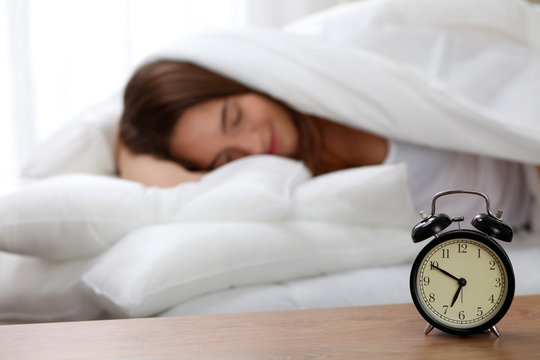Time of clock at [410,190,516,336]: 6:49
